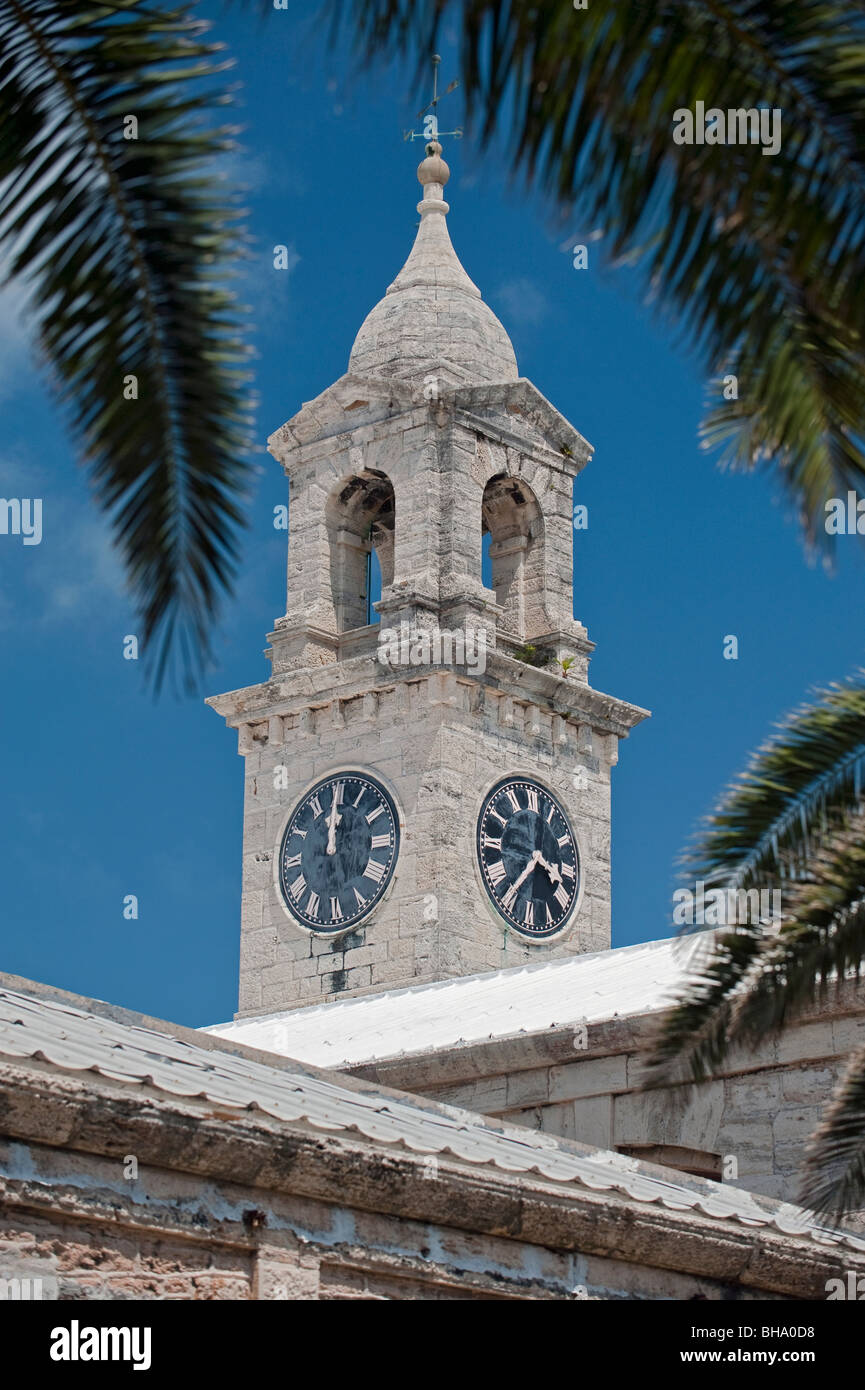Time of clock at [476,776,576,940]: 3:36
